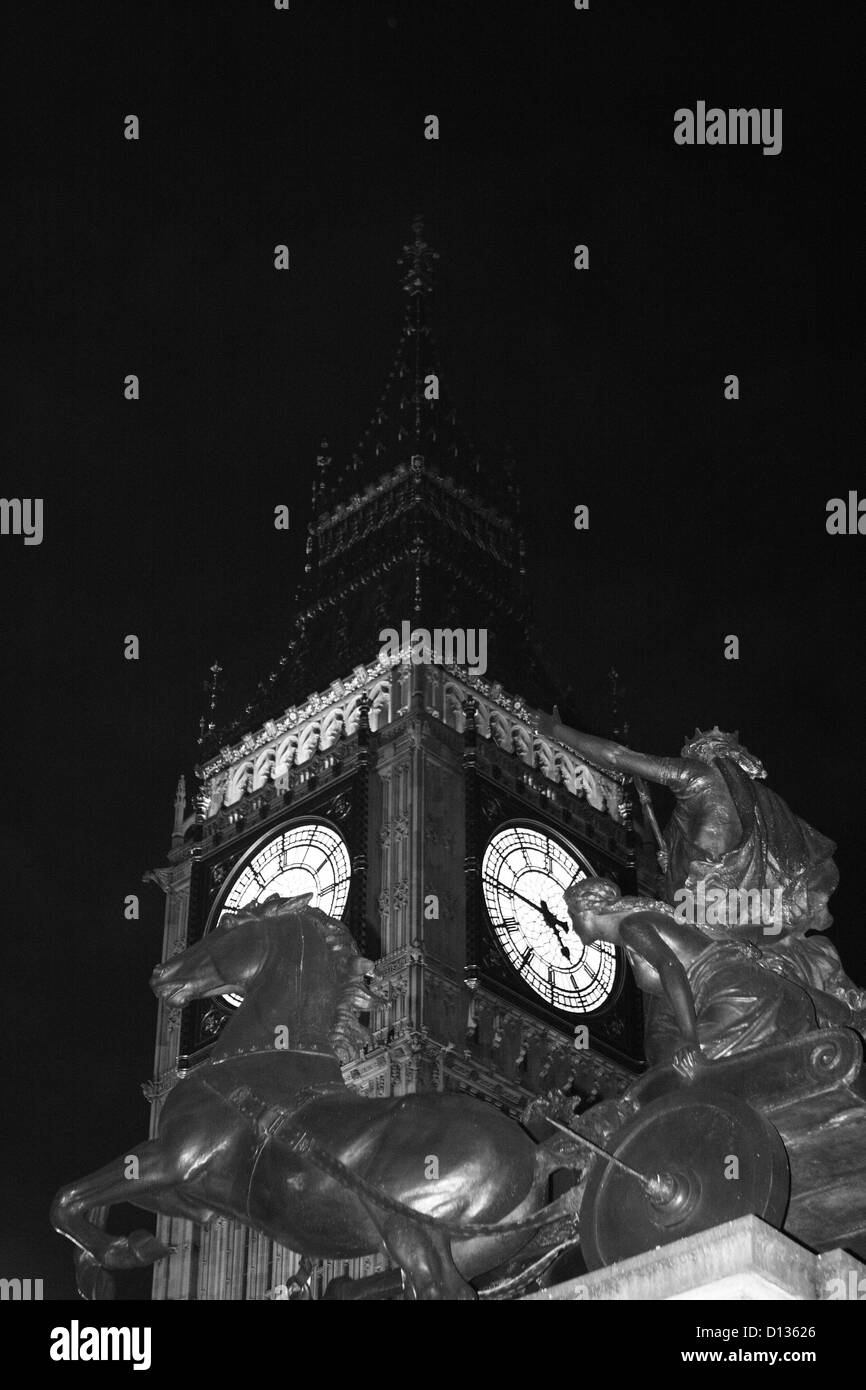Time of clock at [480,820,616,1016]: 4:46
